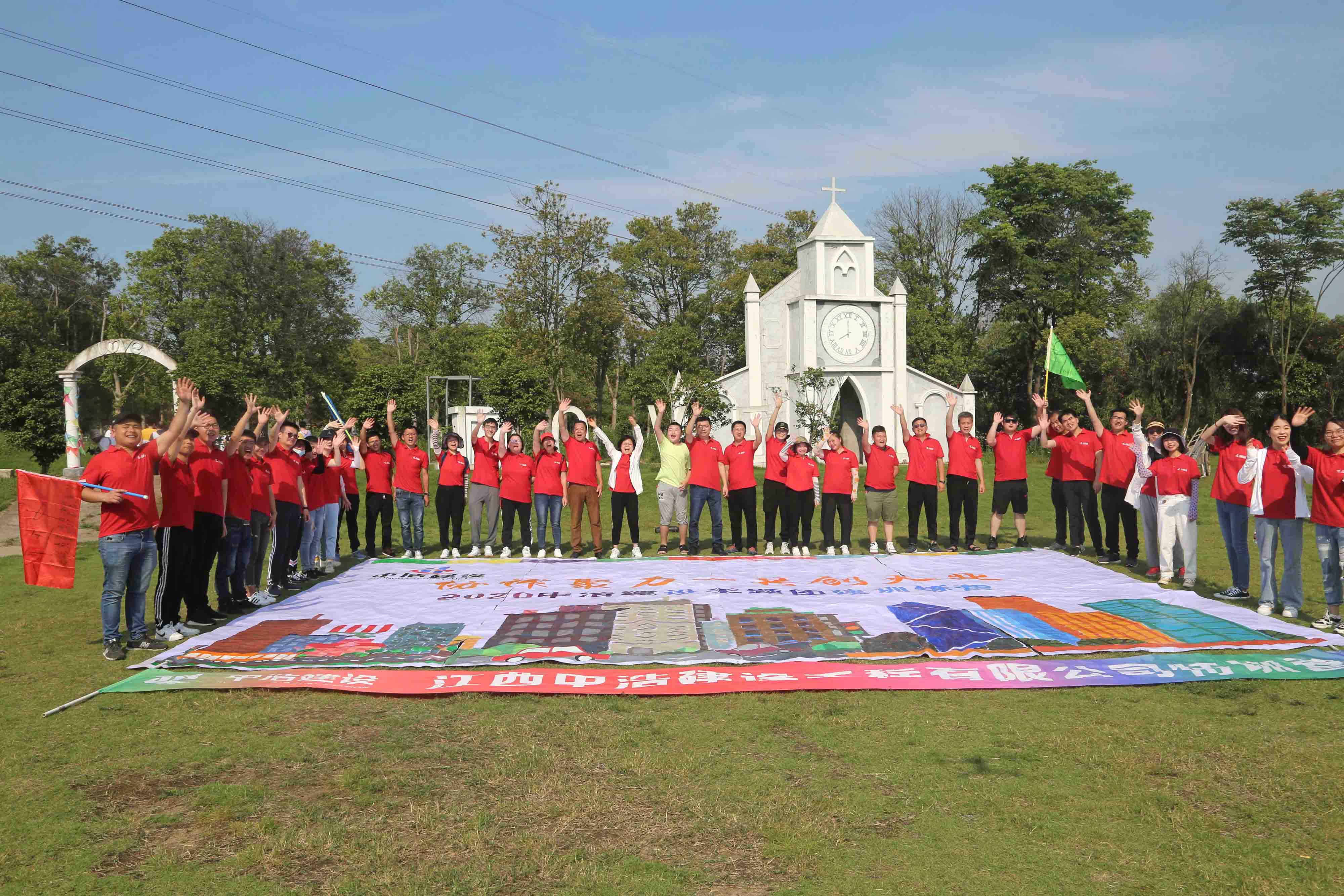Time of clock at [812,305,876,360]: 7:59
